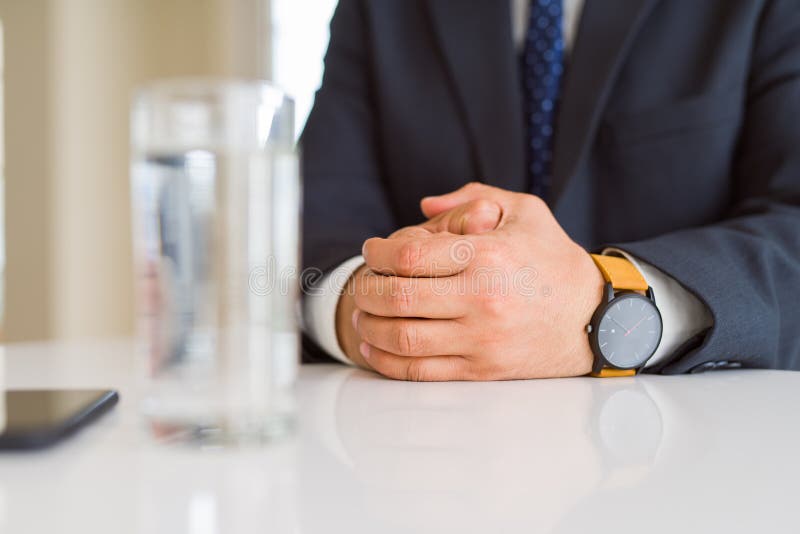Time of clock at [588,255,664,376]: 1:50
